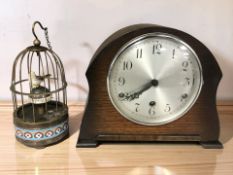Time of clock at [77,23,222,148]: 7:39
